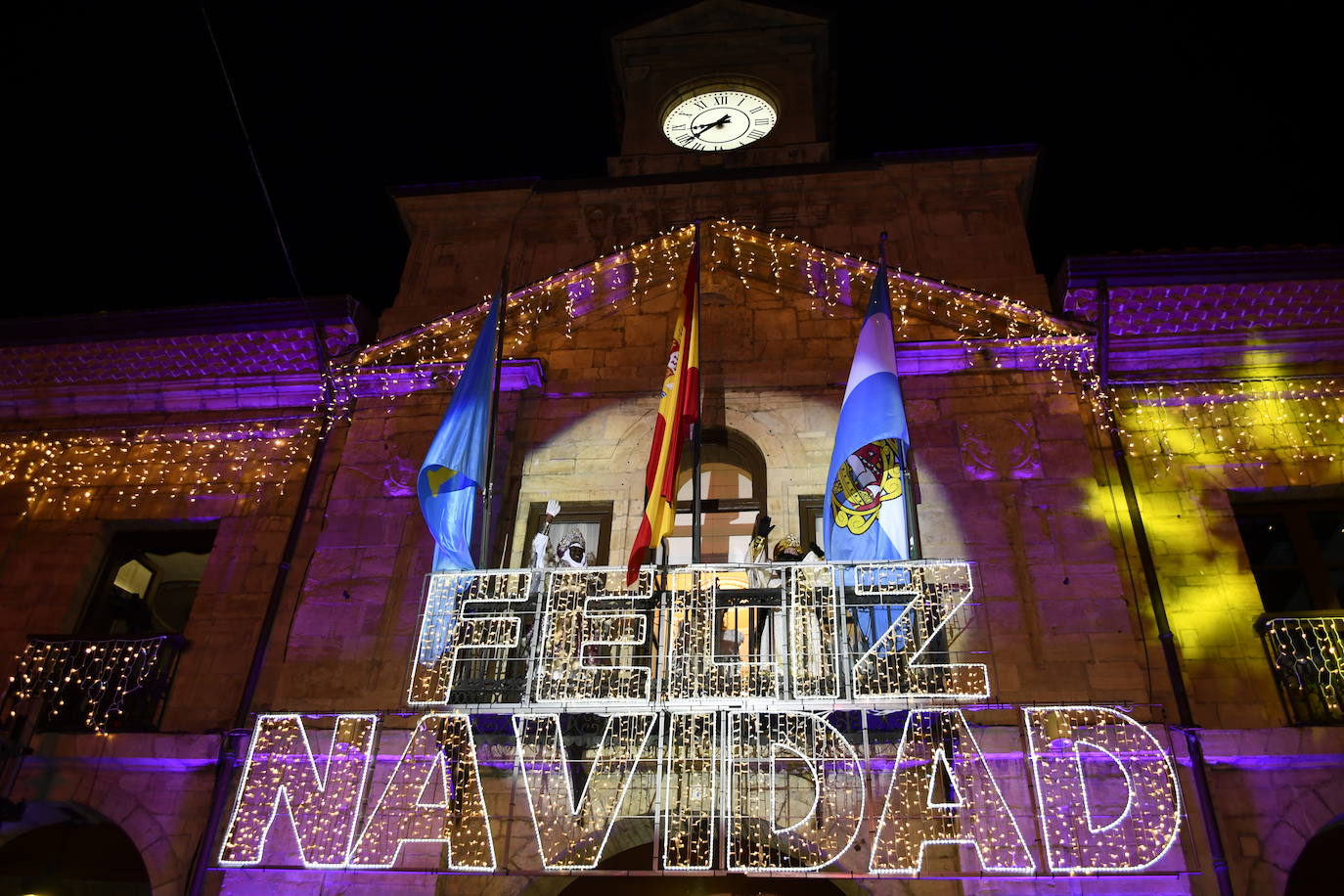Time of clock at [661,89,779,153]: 8:38
